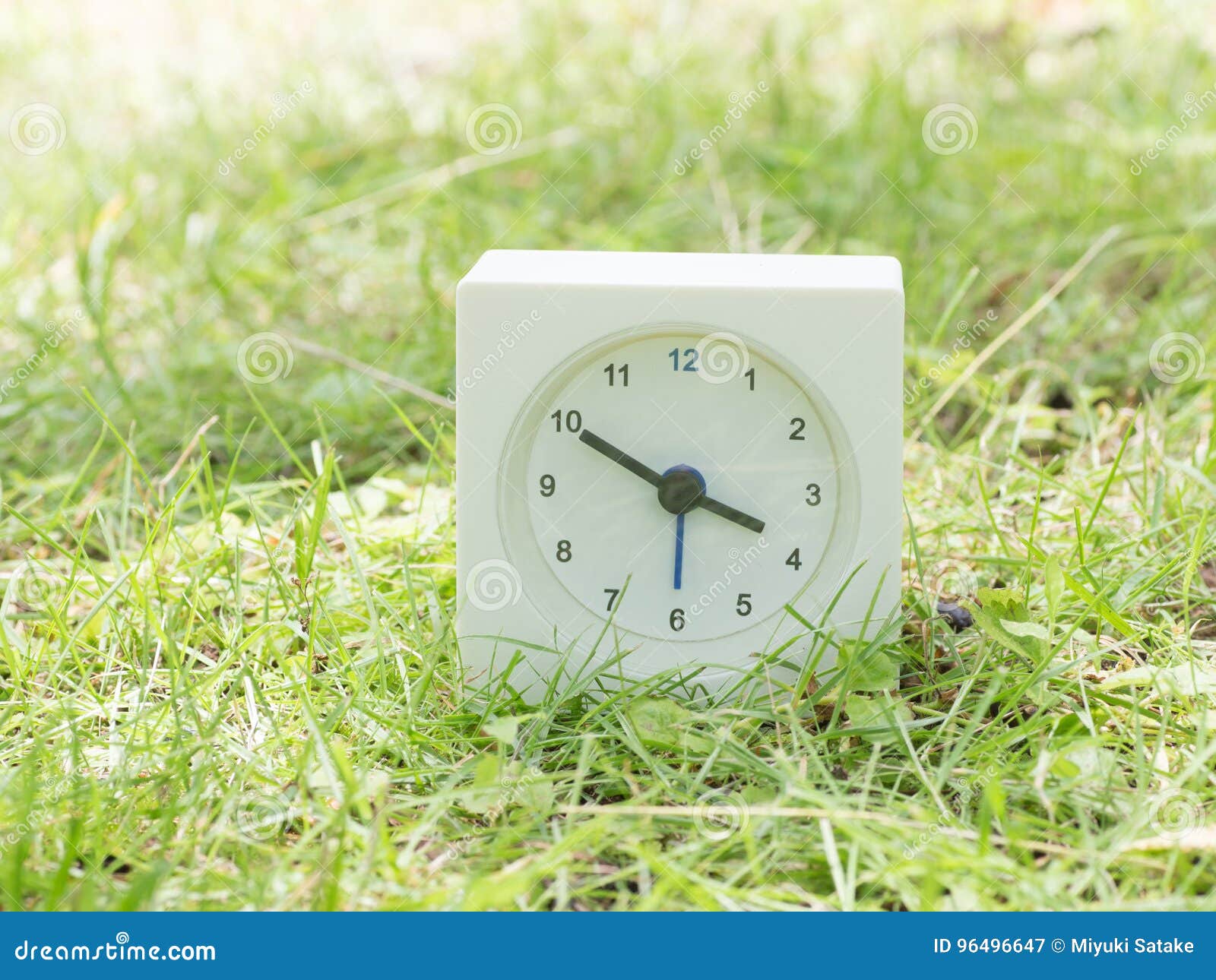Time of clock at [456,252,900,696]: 3:50
